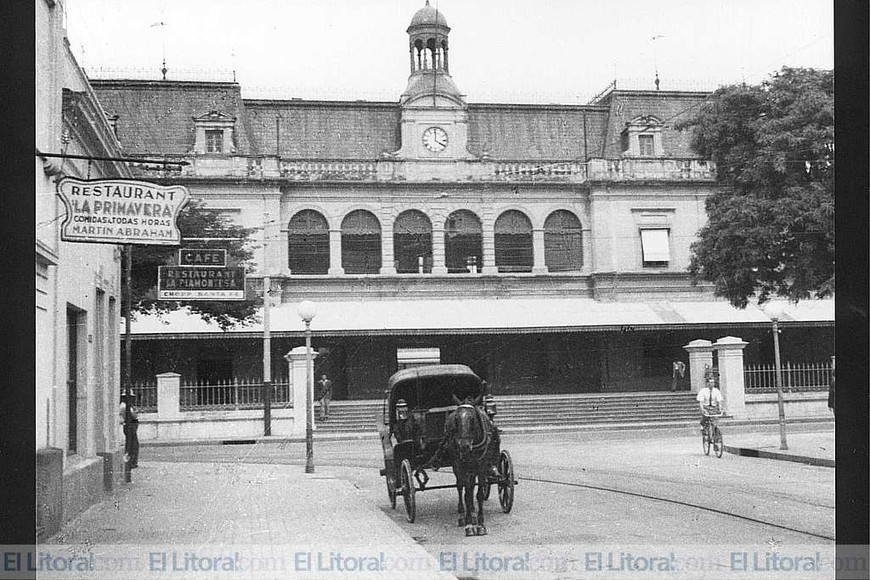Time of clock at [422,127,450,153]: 4:00
